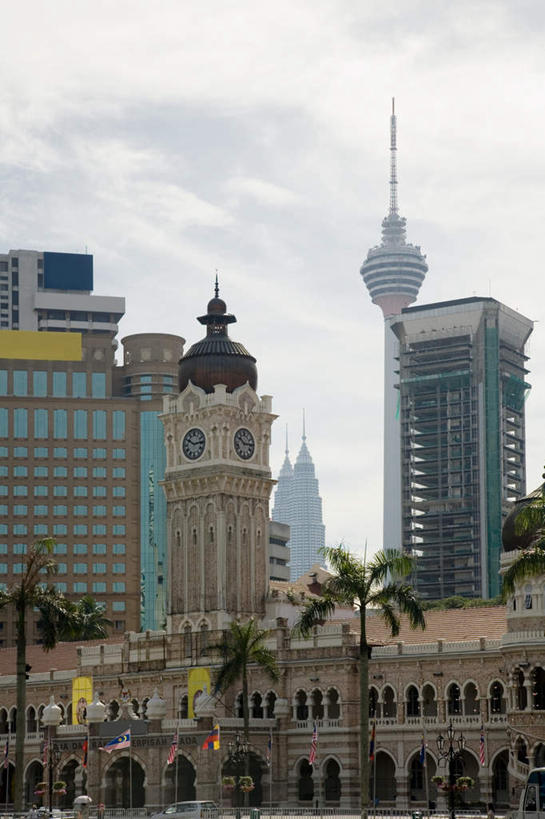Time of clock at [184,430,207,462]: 10:13
